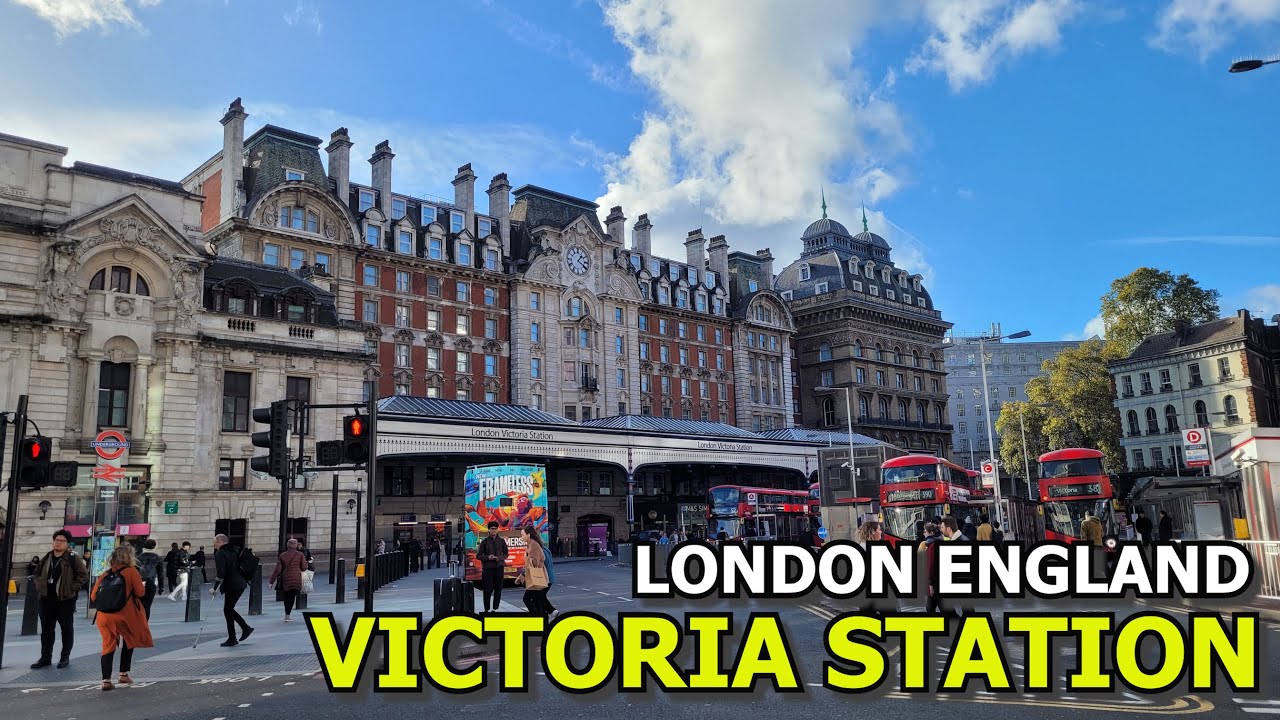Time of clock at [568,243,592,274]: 1:20
